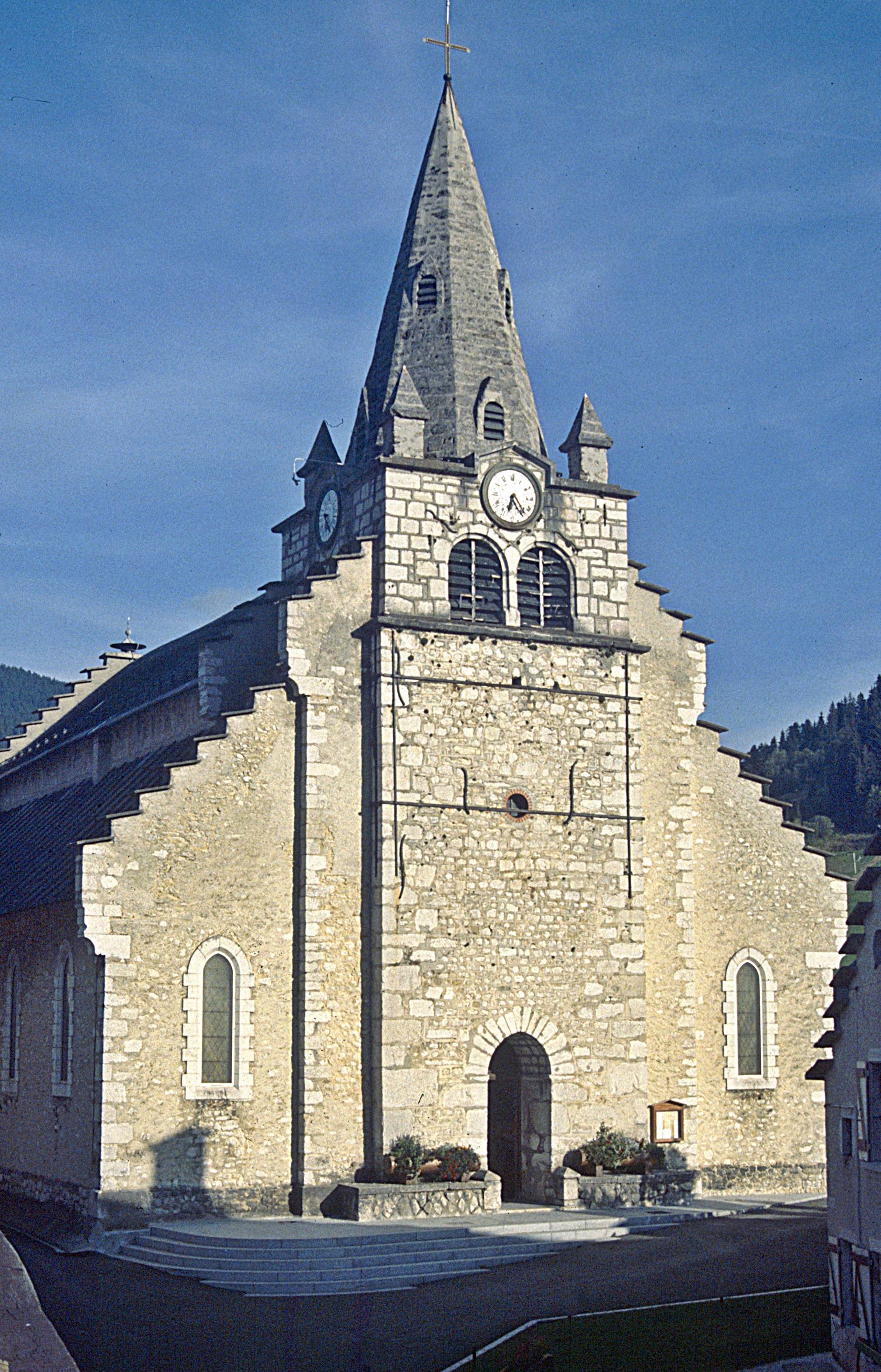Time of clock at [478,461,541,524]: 6:24
